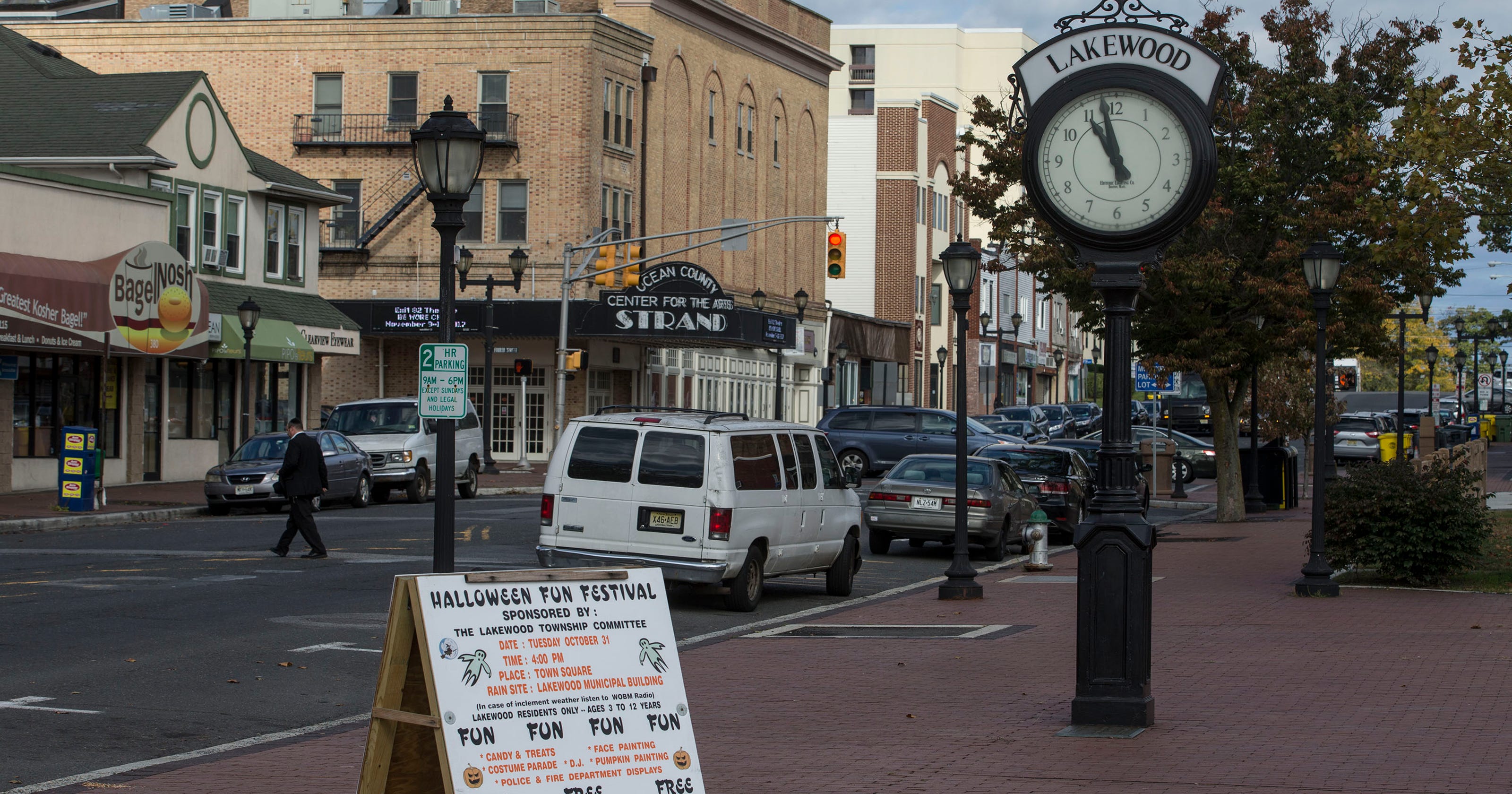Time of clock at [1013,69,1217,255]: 10:58
